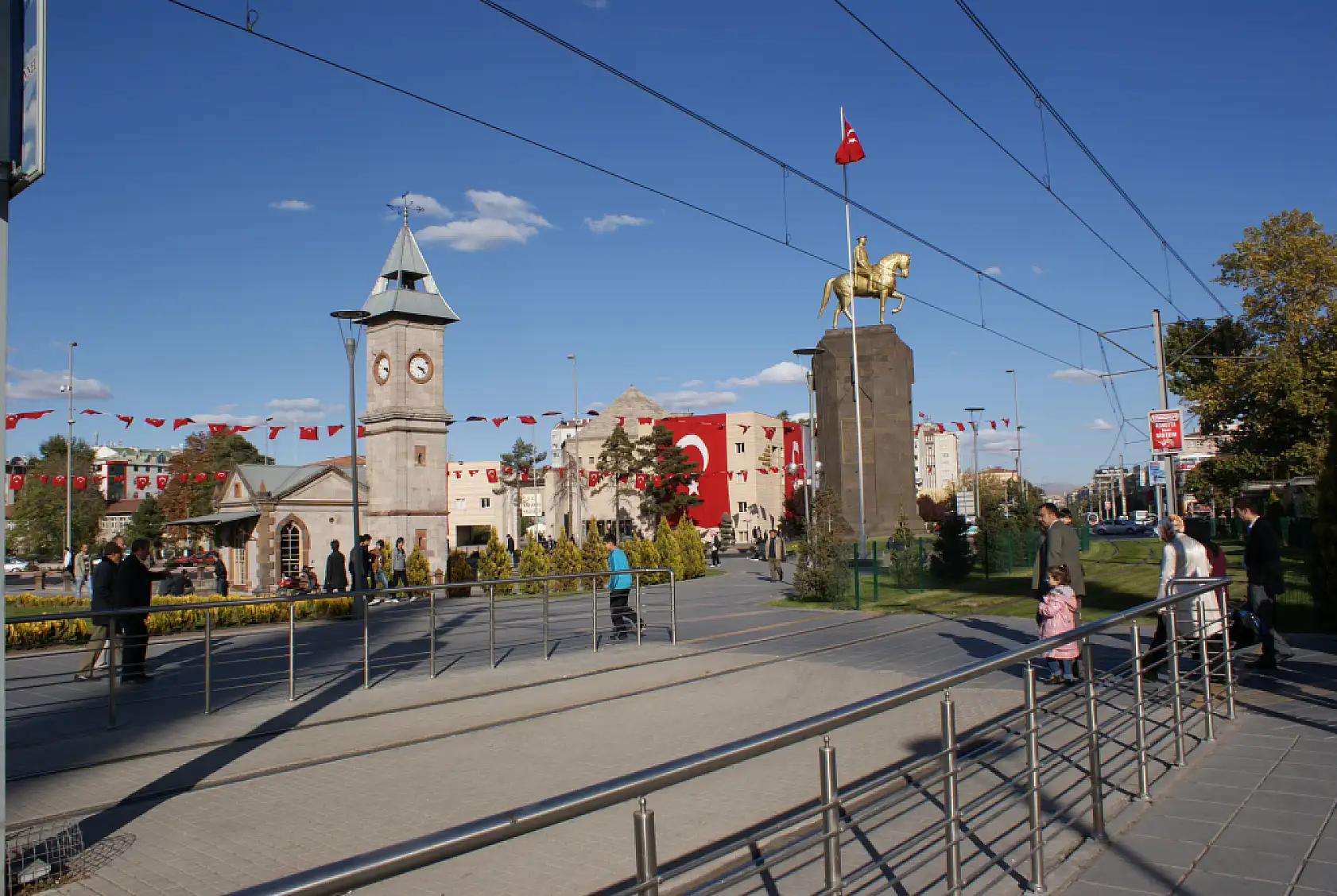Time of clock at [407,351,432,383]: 3:21
